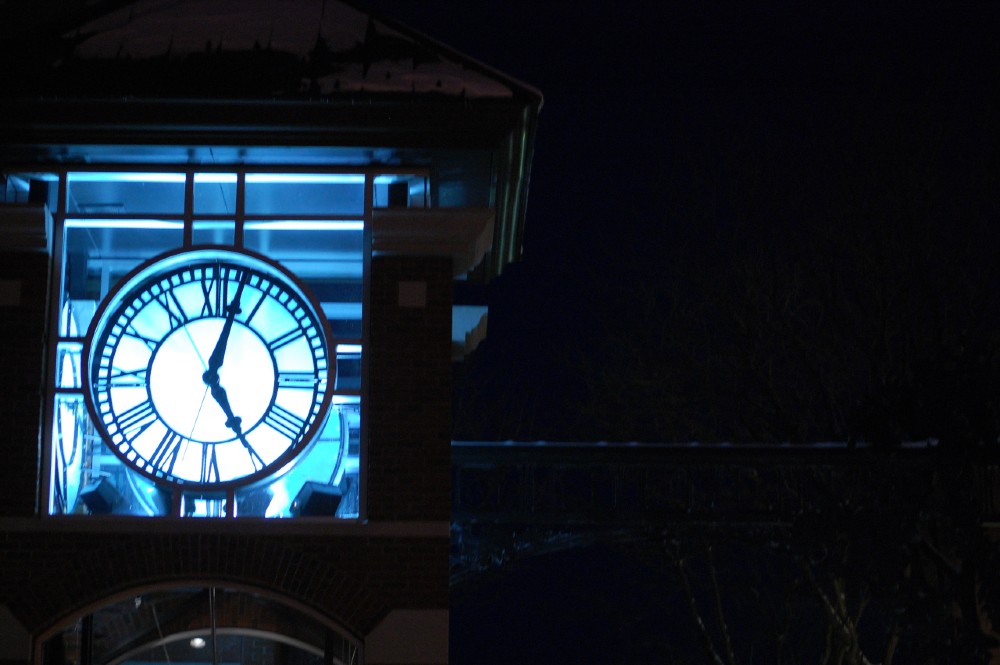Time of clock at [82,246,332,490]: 5:02
